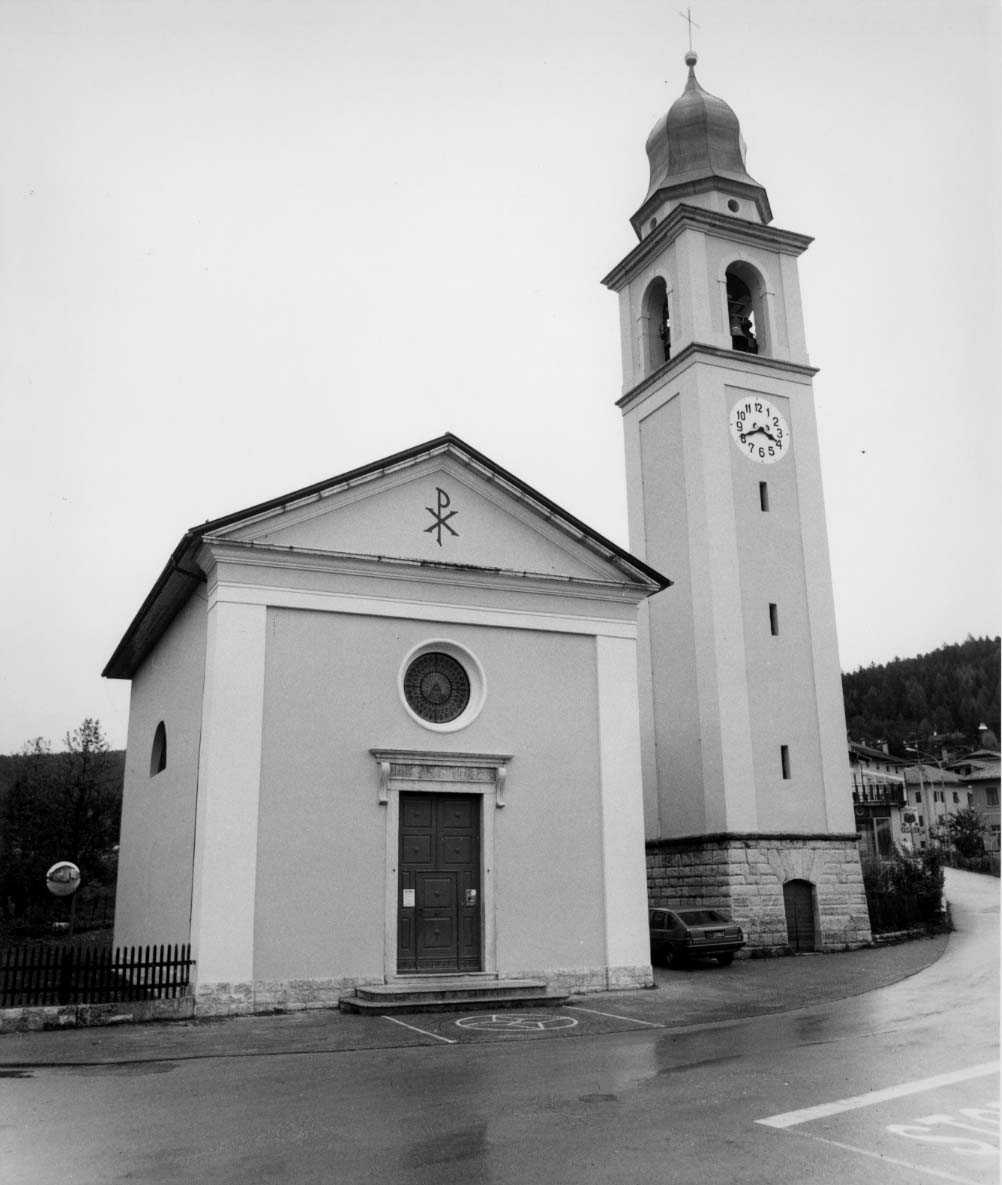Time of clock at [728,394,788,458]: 3:40
